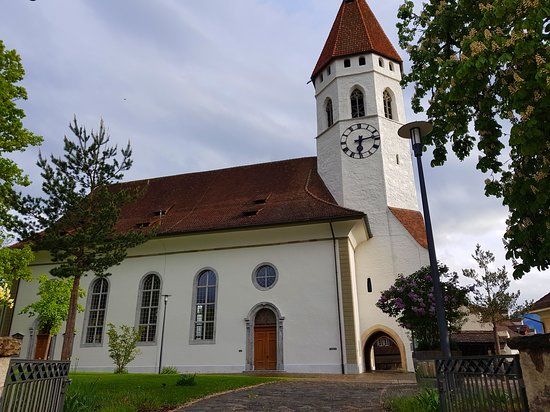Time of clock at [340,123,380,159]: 6:13
